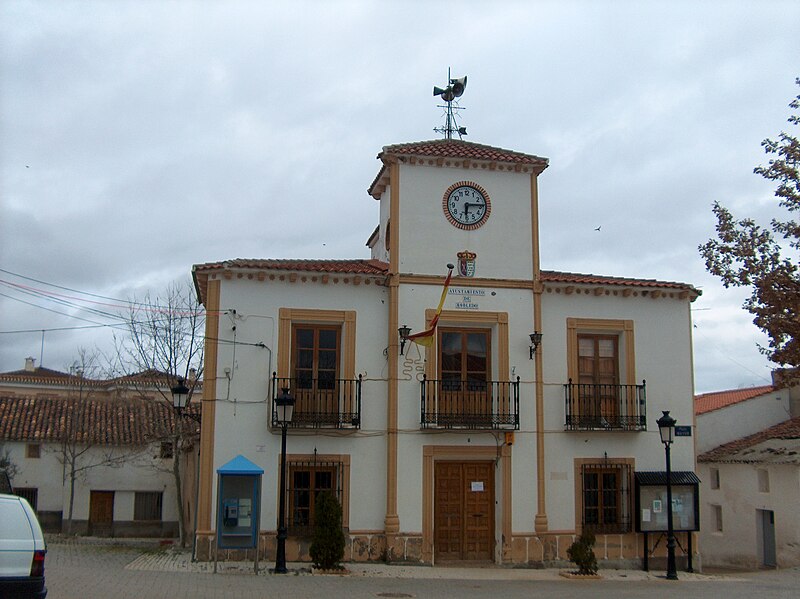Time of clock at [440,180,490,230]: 6:14
